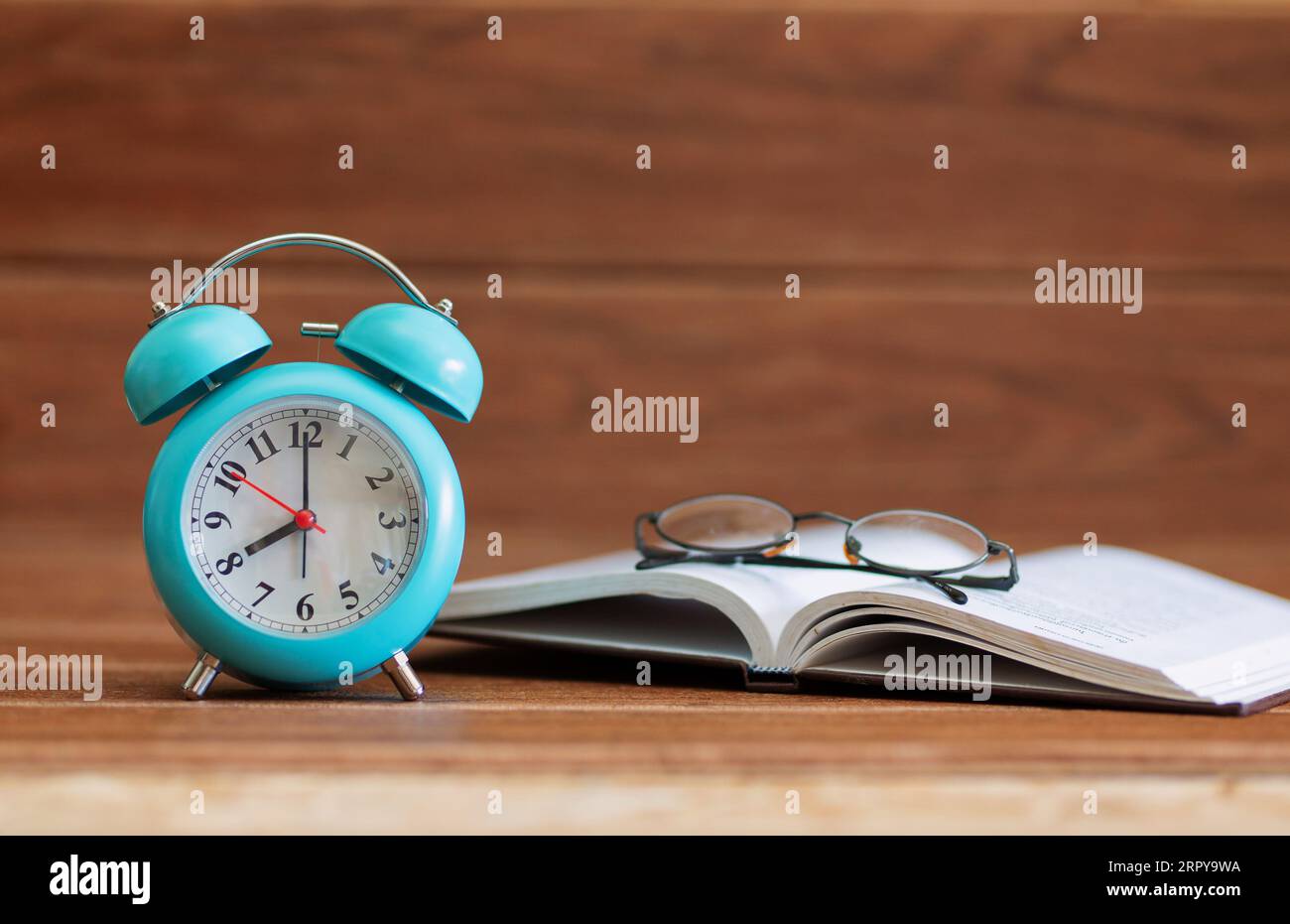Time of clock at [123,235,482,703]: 8:00
